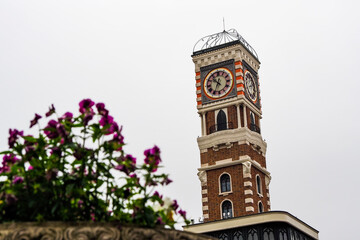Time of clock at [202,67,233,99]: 10:34
